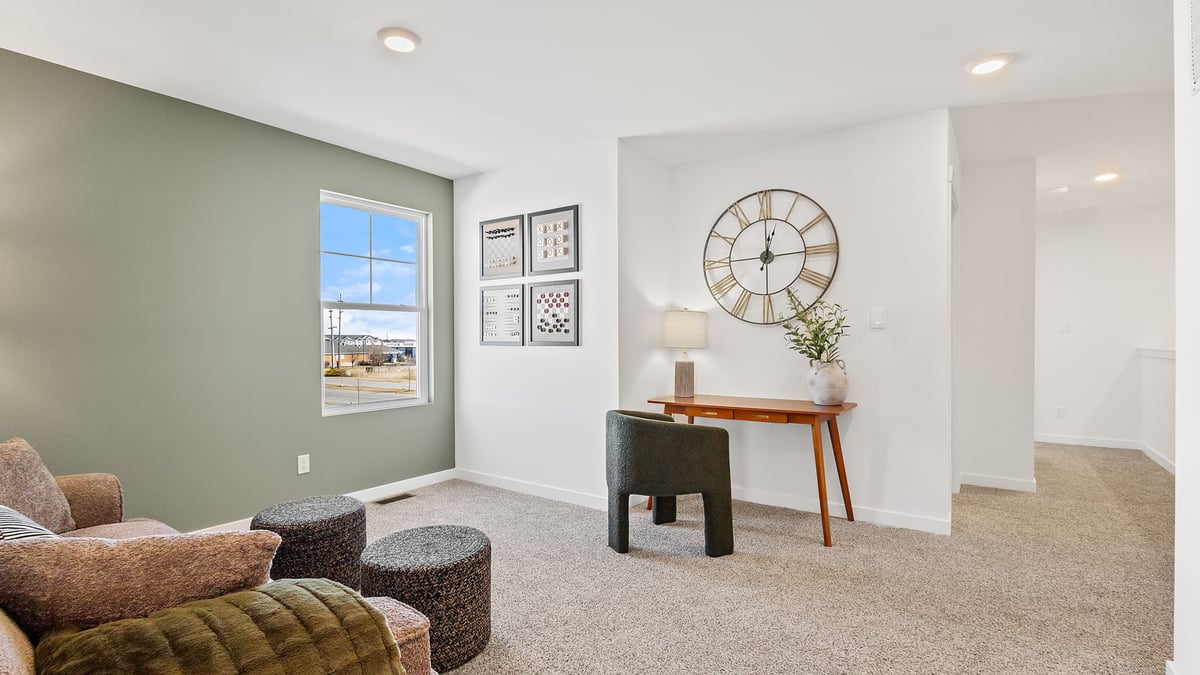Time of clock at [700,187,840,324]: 12:14
